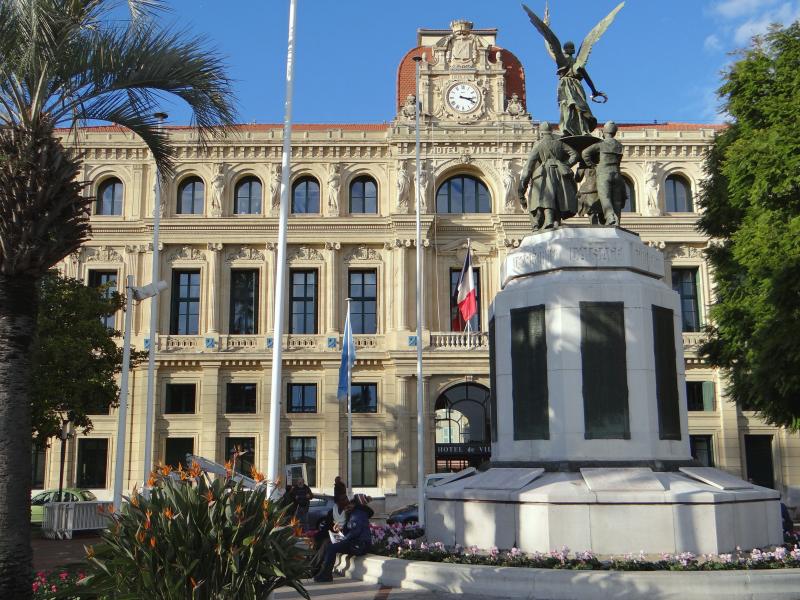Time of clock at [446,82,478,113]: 3:18
